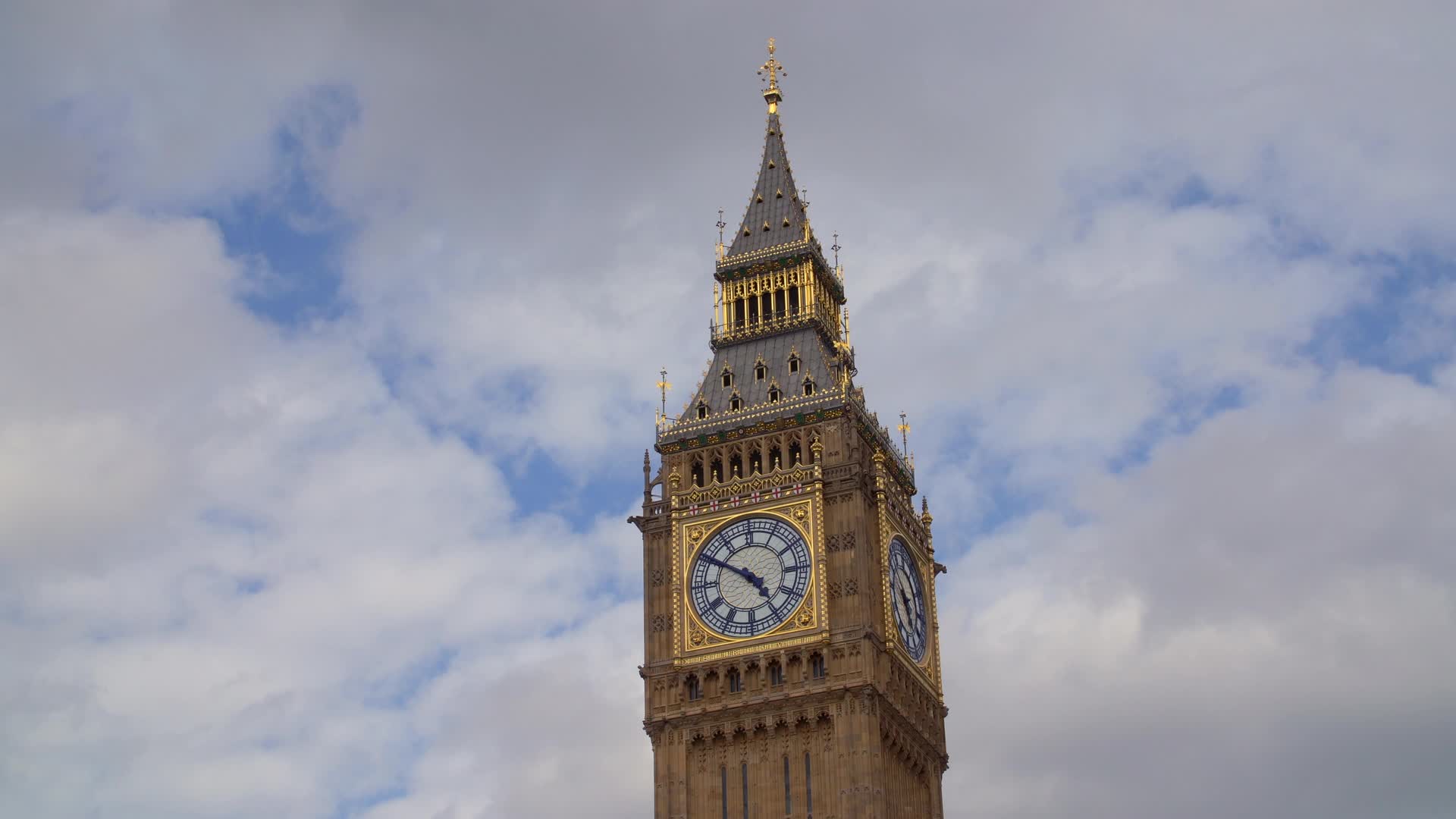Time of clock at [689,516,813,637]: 4:50
